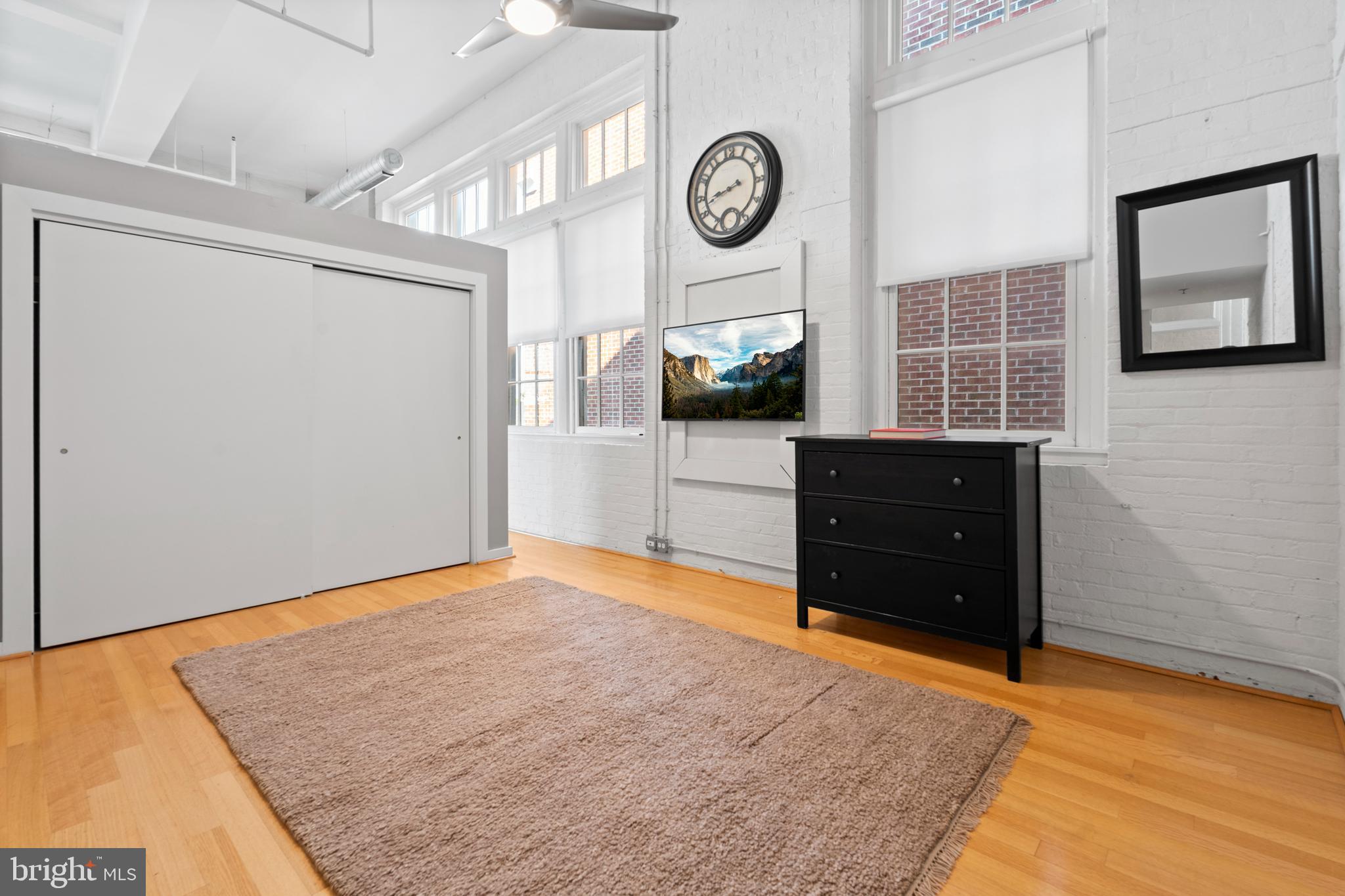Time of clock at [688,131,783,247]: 8:43
